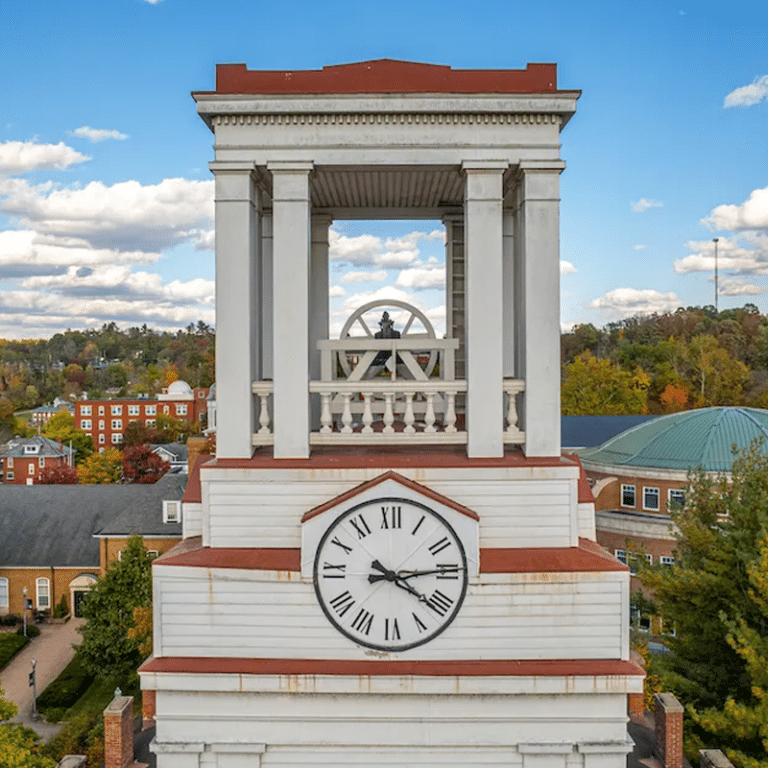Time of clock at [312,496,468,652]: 4:13
